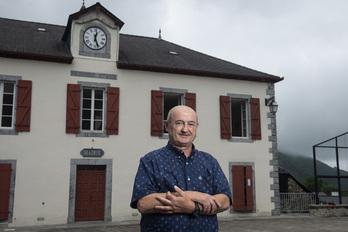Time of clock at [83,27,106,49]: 12:26
